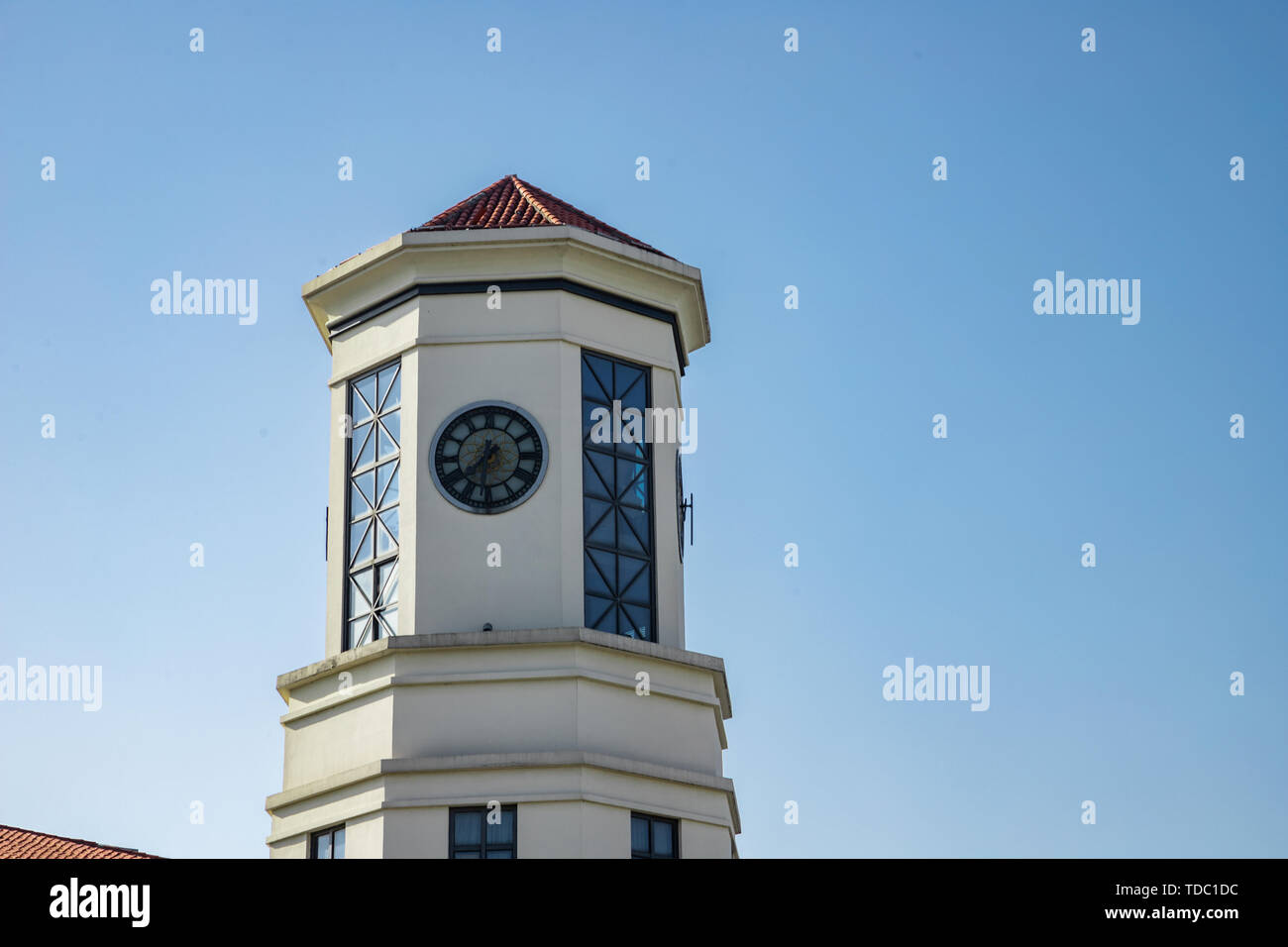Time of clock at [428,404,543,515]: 7:31
